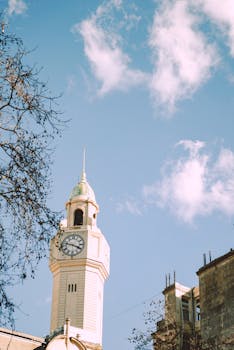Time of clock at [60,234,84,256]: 3:47
